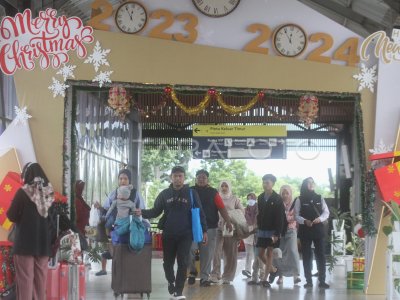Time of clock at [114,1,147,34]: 11:53
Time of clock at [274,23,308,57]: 11:53
